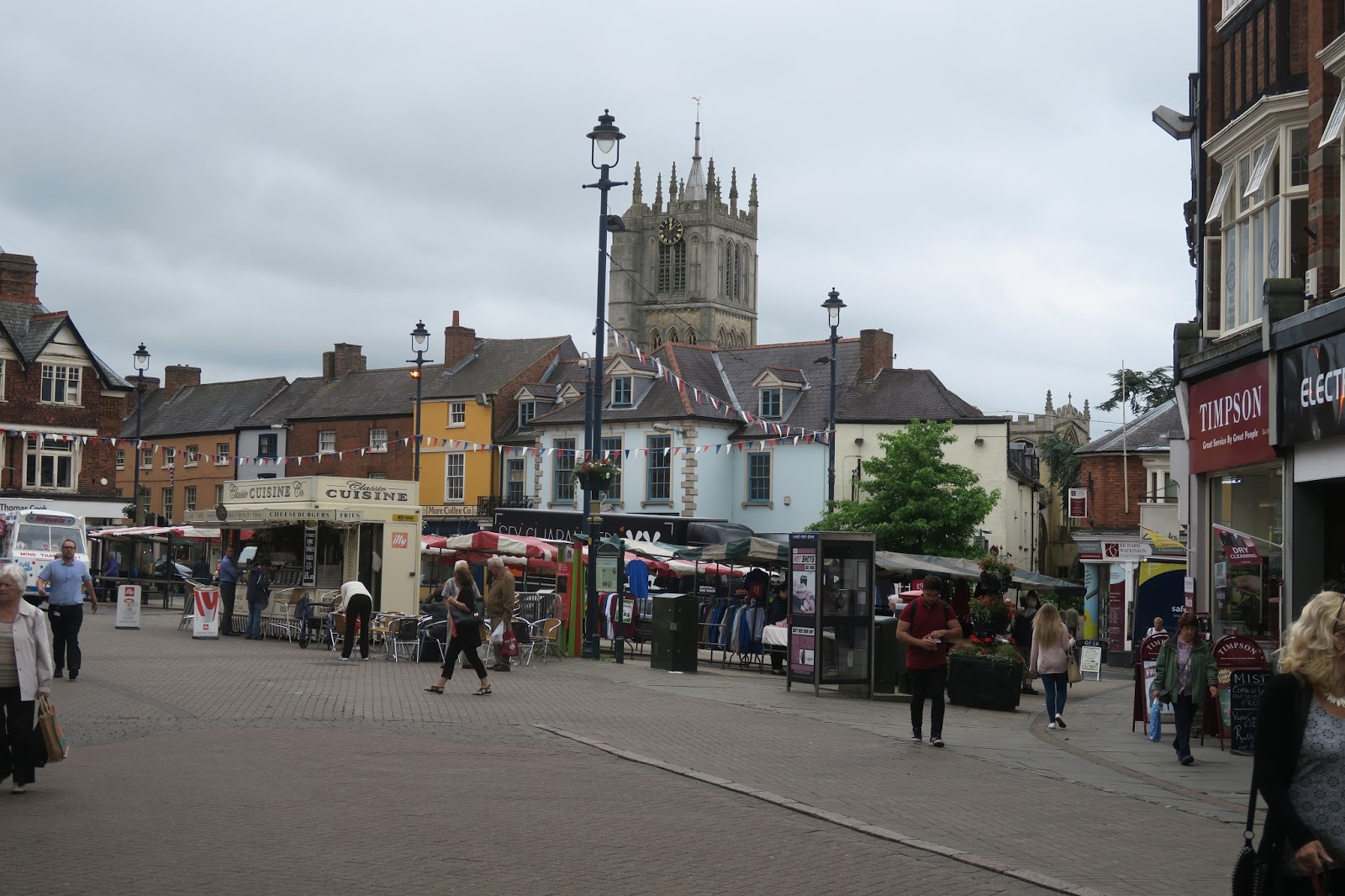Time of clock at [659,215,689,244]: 12:07
